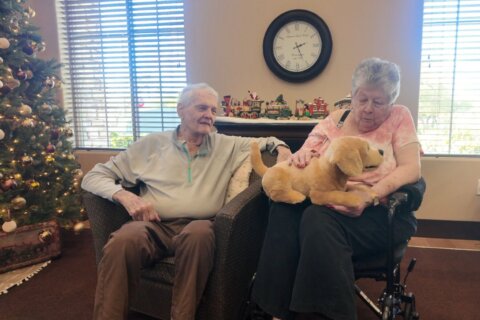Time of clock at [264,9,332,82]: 2:25
